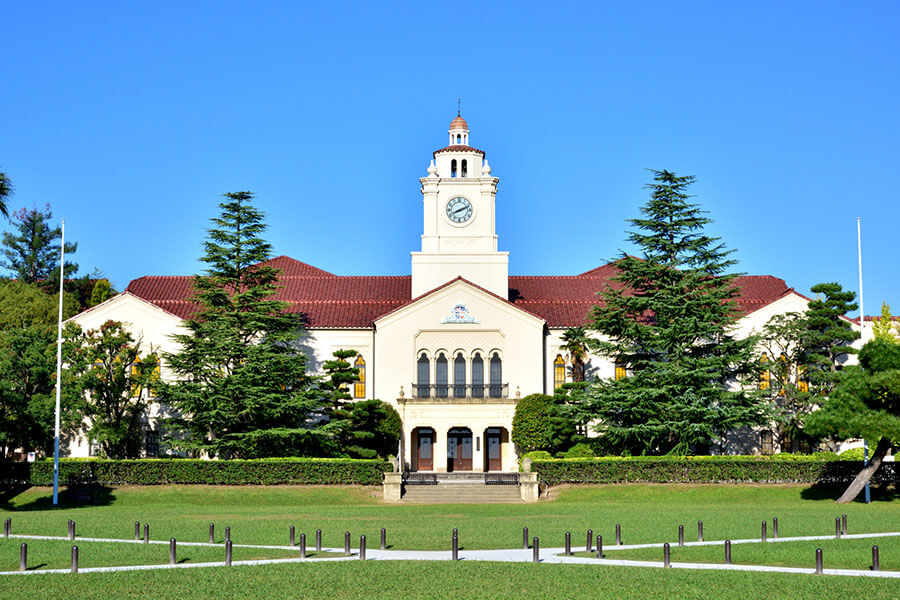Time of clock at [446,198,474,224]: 8:11
